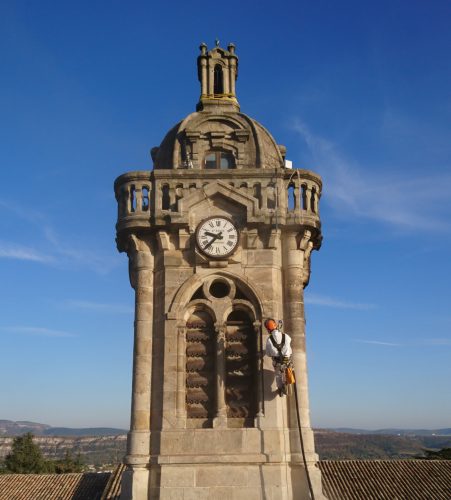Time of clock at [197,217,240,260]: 9:37
